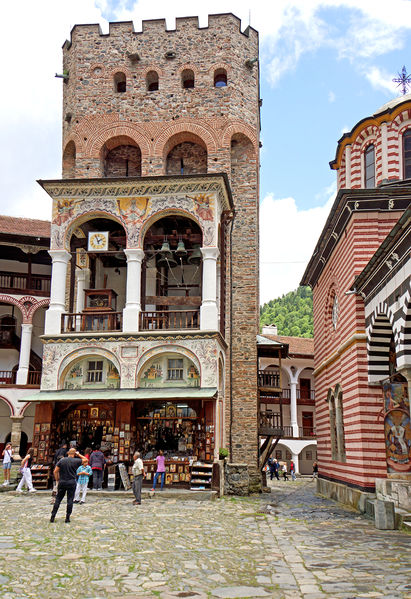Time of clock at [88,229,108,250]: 1:56
